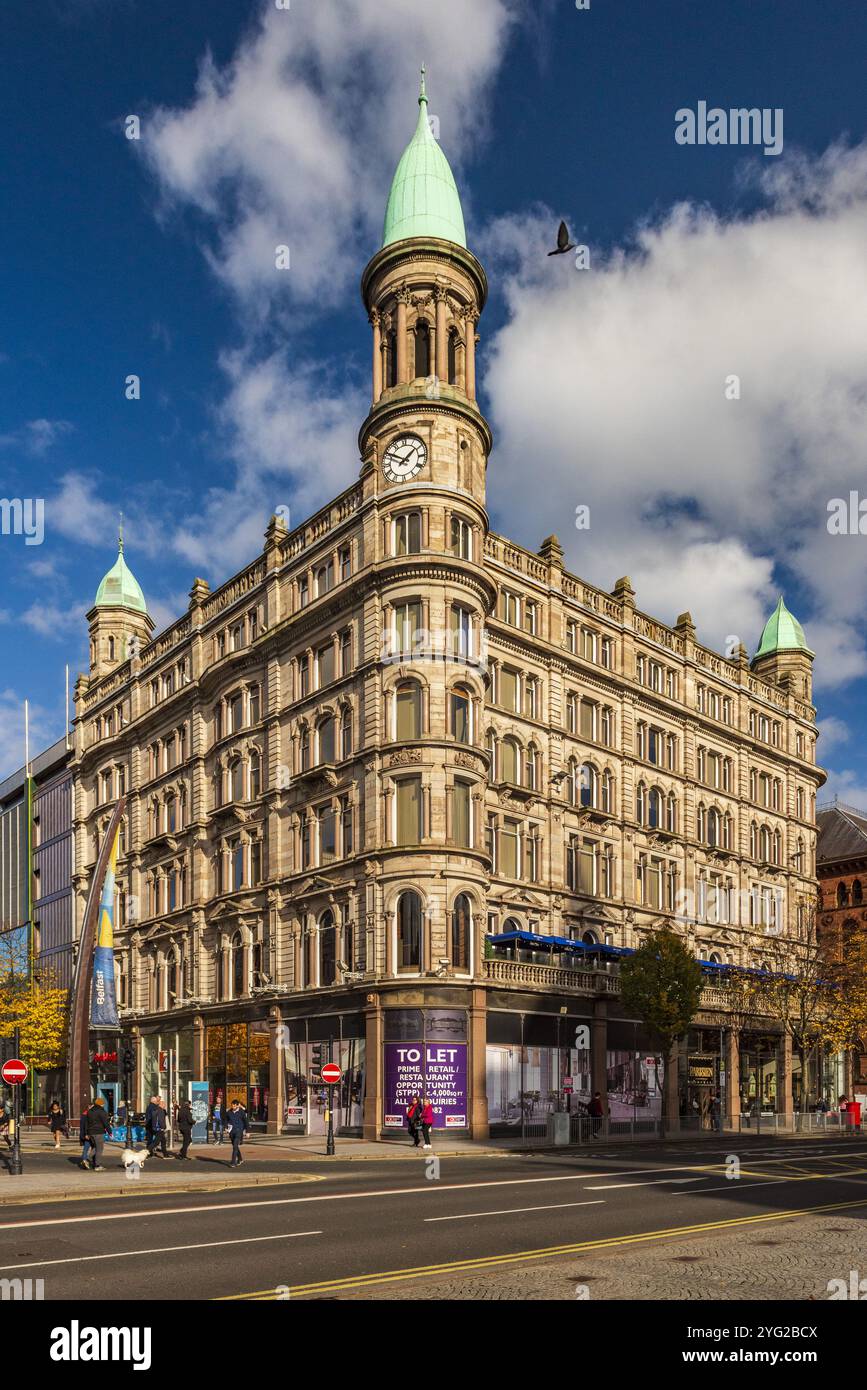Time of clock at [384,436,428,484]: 1:50
